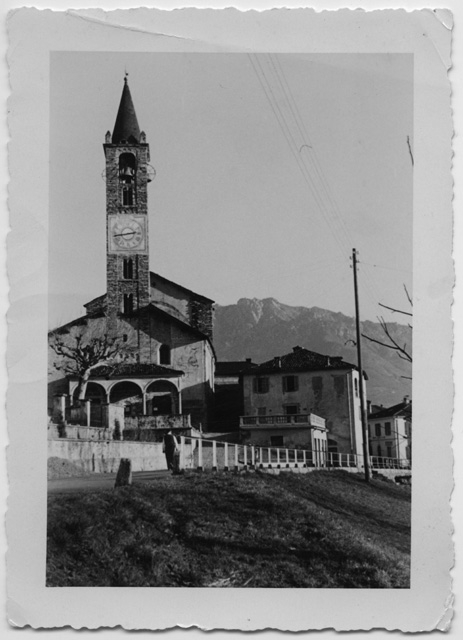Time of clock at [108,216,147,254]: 2:43
